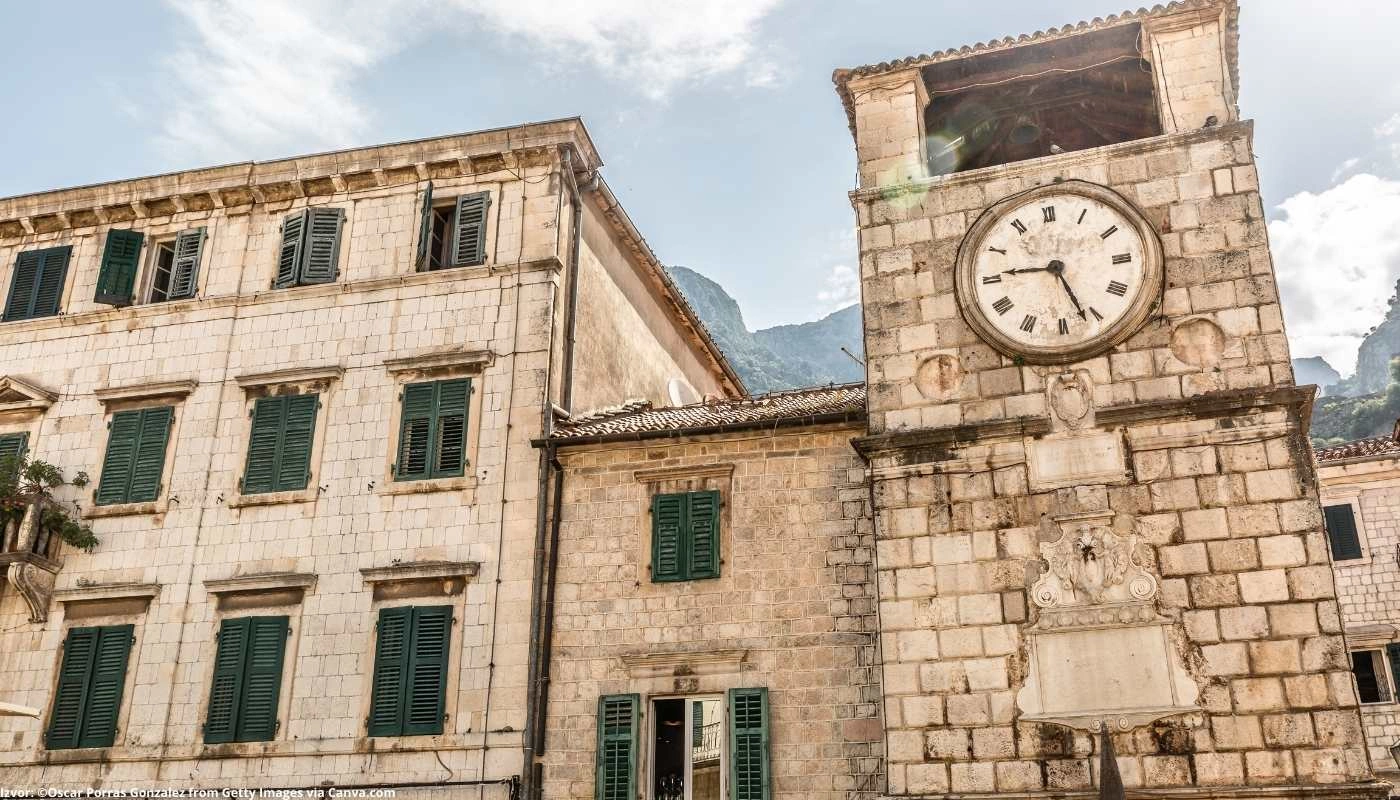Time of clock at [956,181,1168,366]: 9:26
